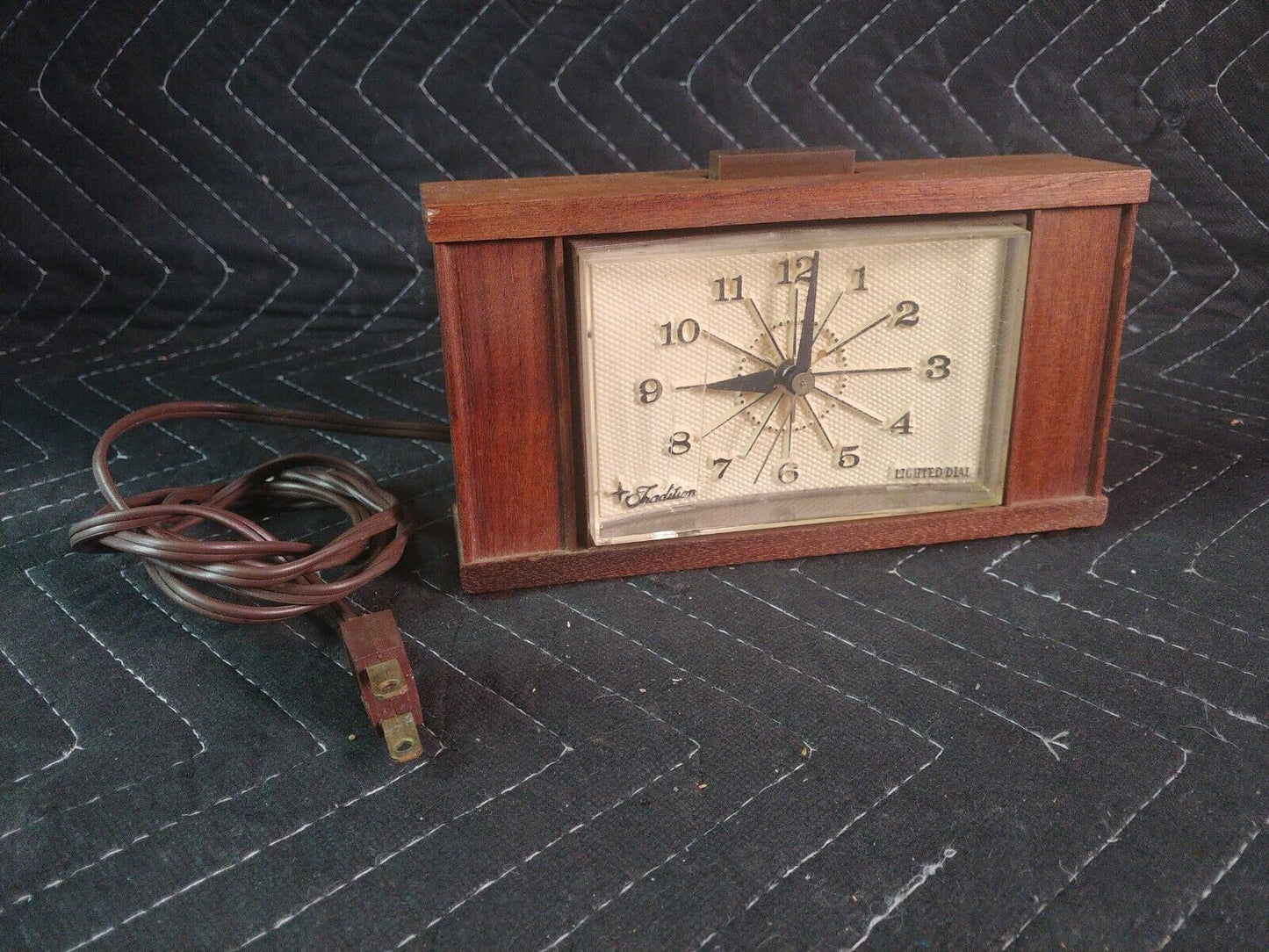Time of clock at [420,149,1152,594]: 9:01
